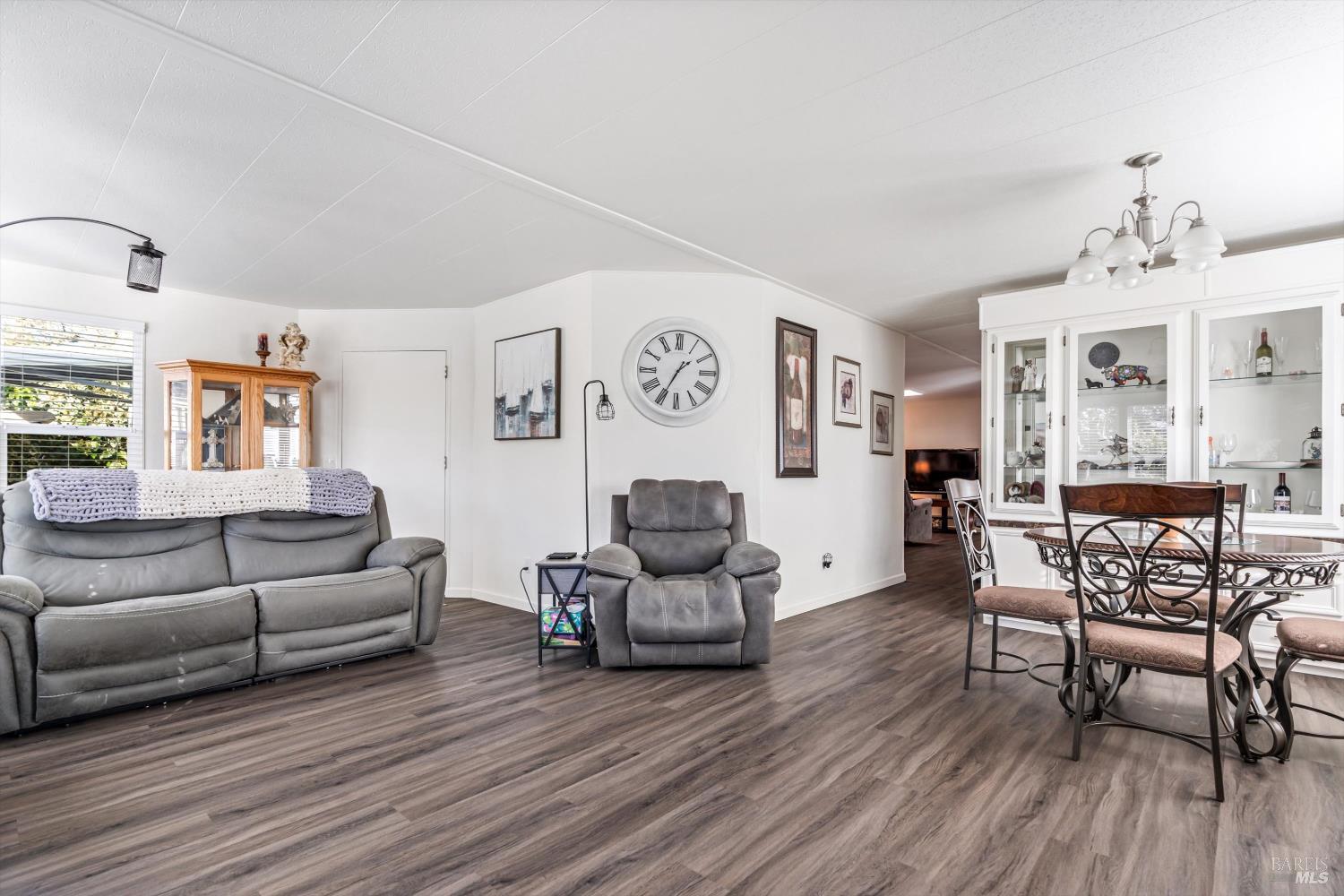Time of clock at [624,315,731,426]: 1:34
